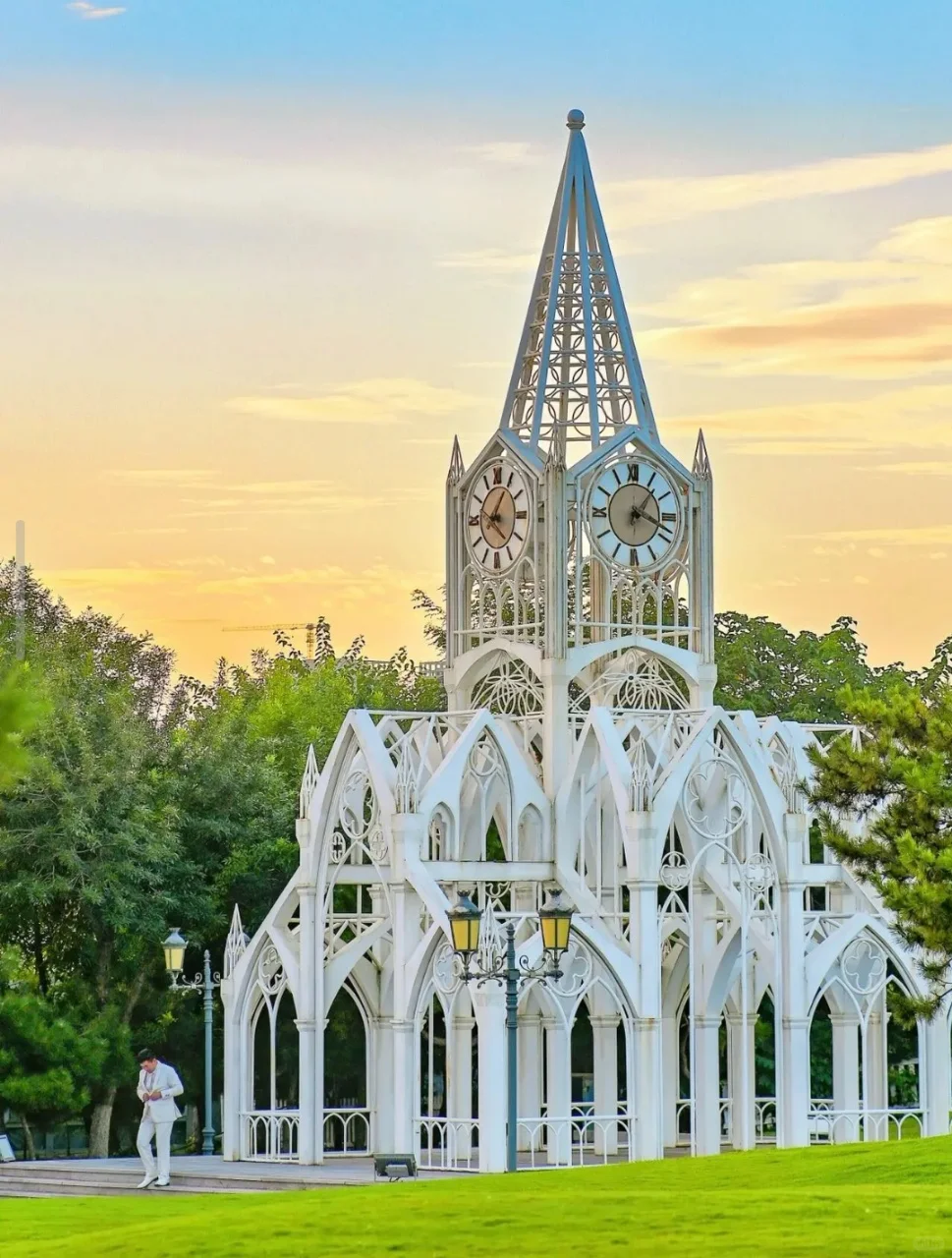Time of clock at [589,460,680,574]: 1:18
